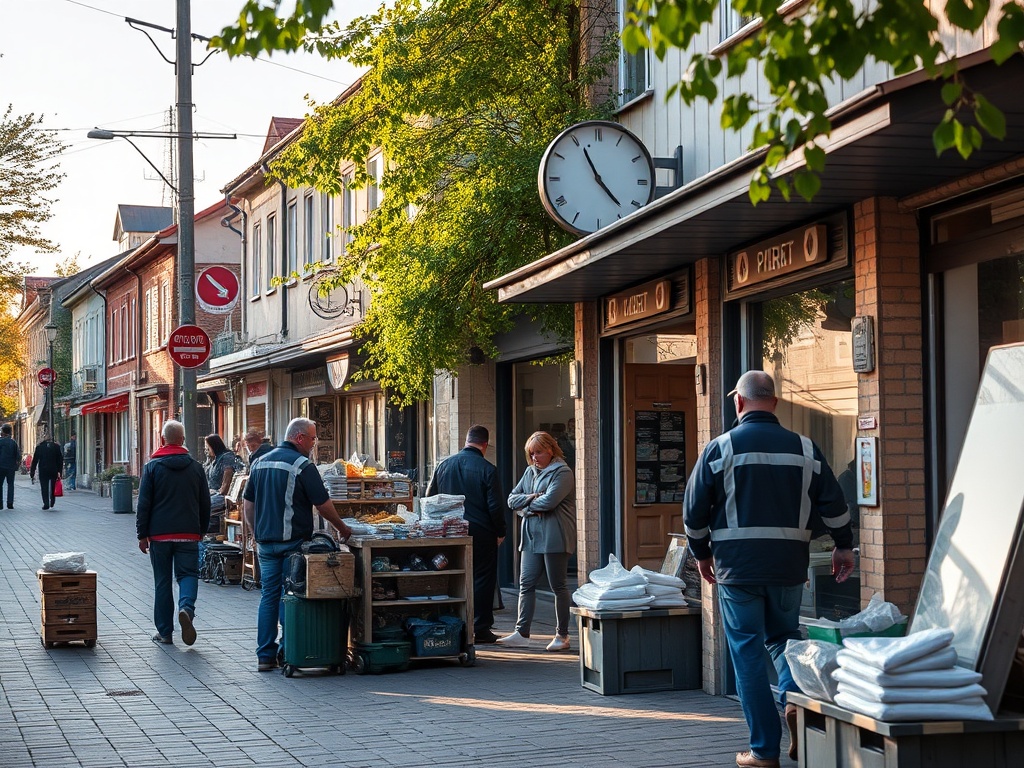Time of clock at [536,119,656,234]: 4:55
